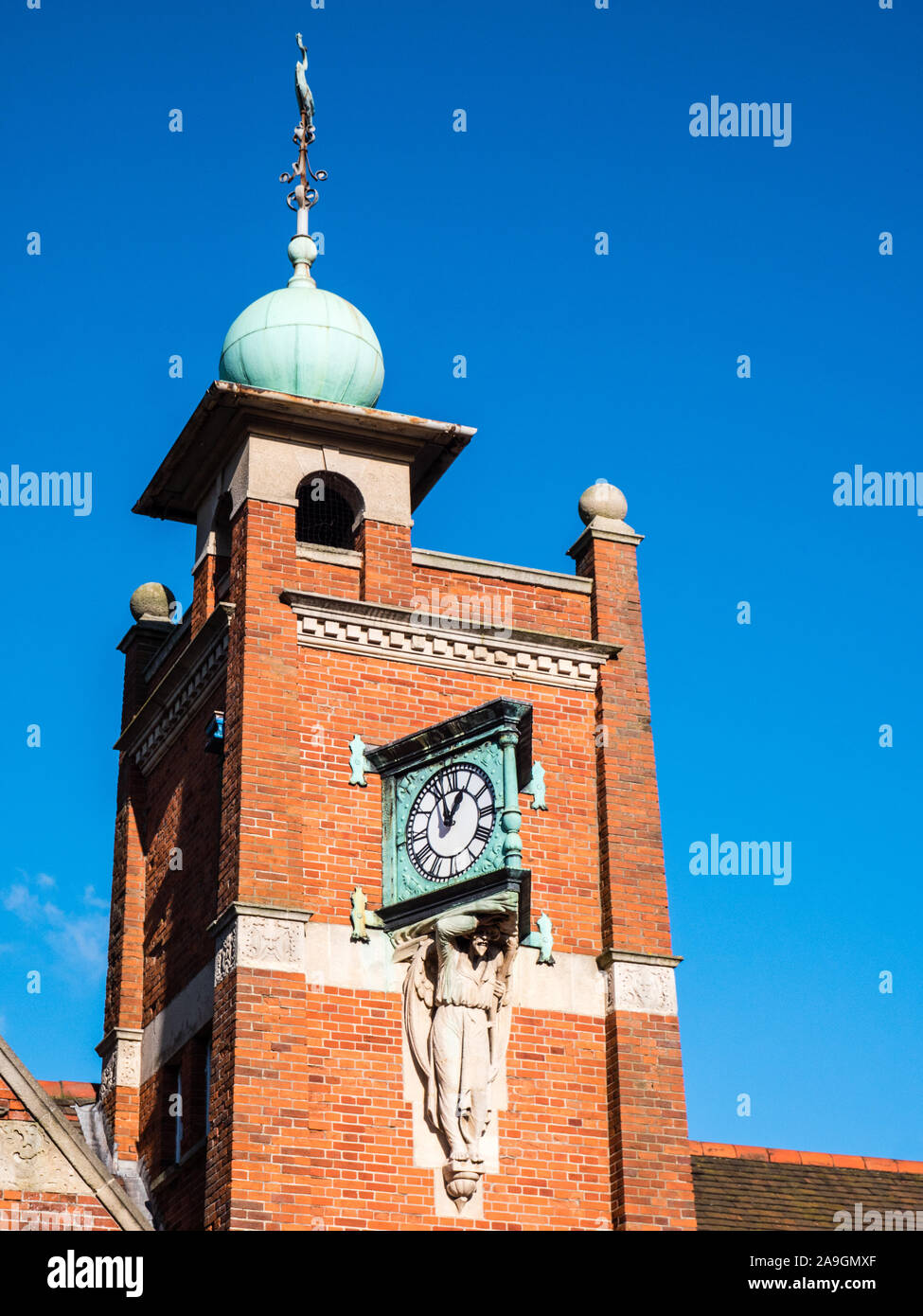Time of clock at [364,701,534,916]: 12:57
